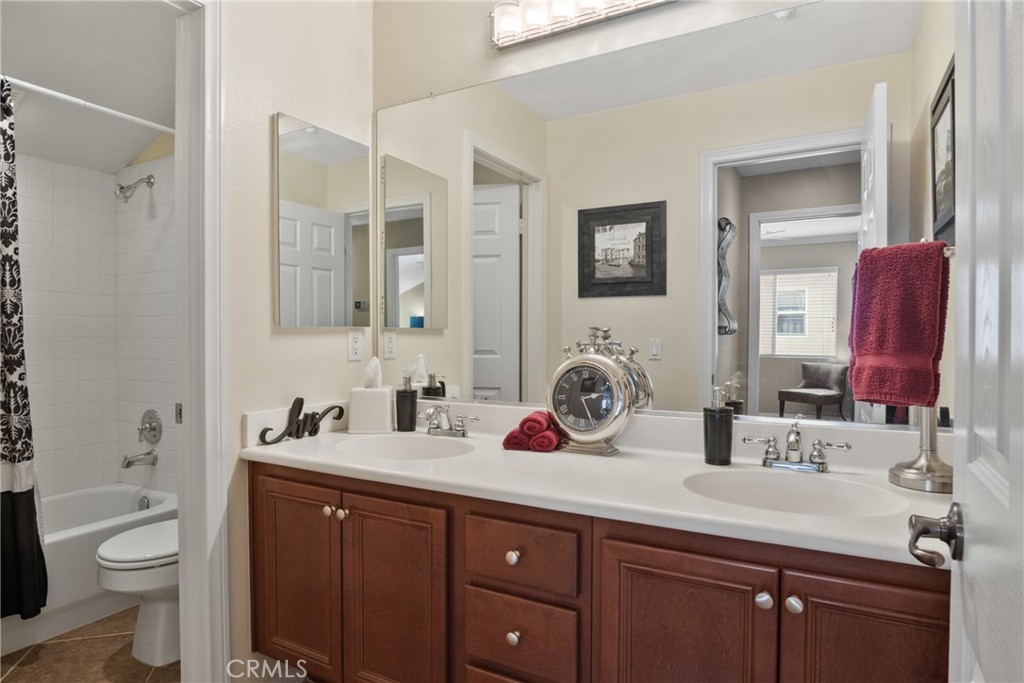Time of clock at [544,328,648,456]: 2:25
